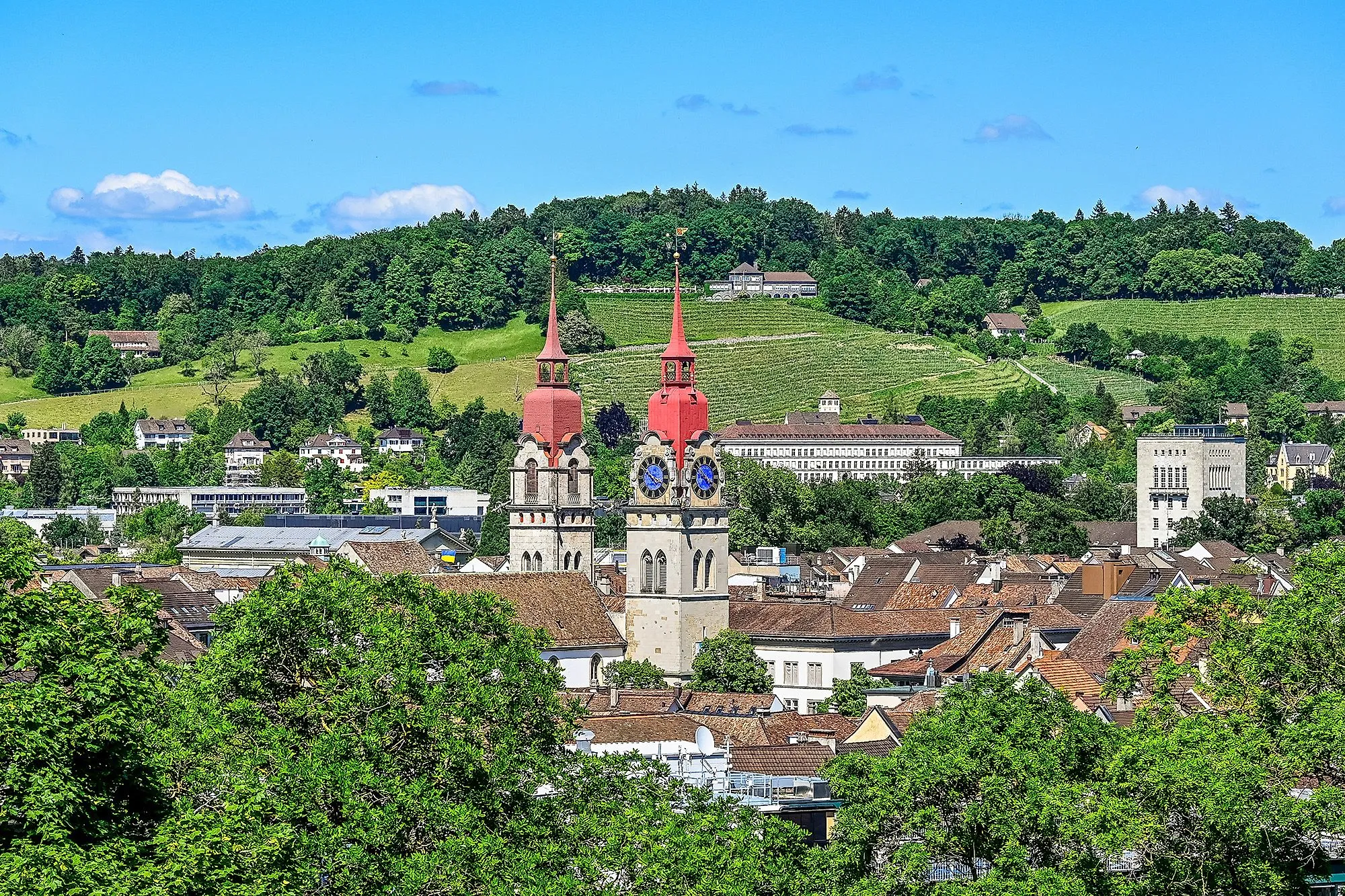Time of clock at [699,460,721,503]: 3:52
